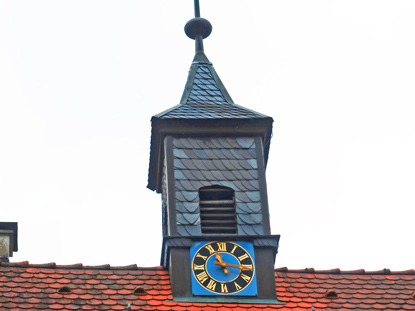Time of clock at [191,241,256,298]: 11:16
